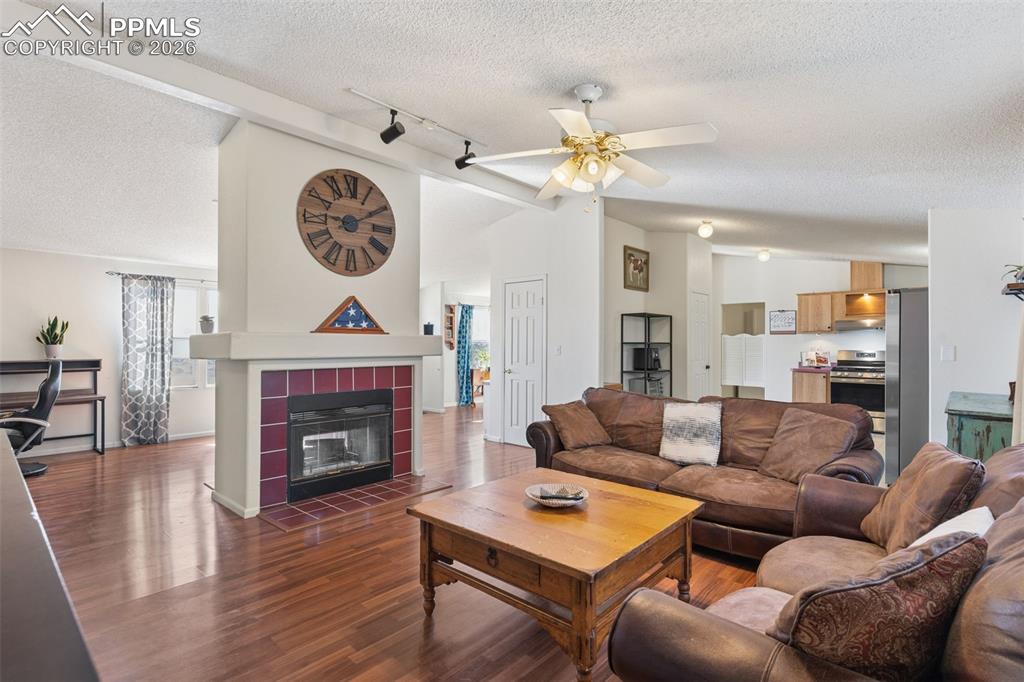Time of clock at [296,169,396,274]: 9:10
